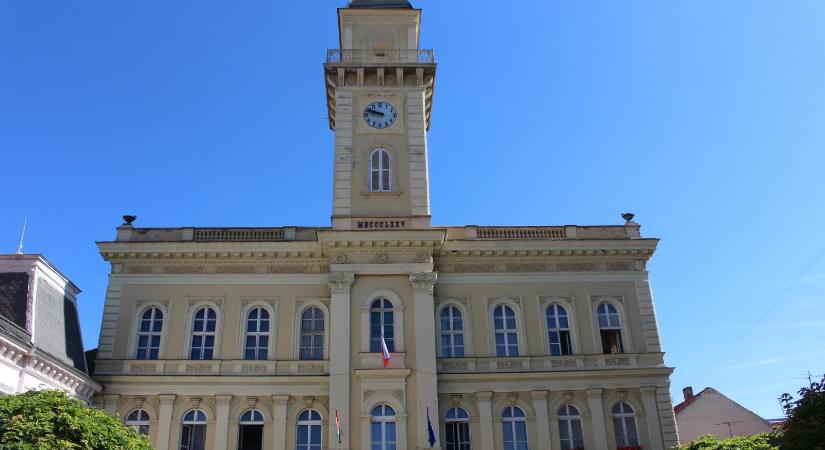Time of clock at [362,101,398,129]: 9:47
